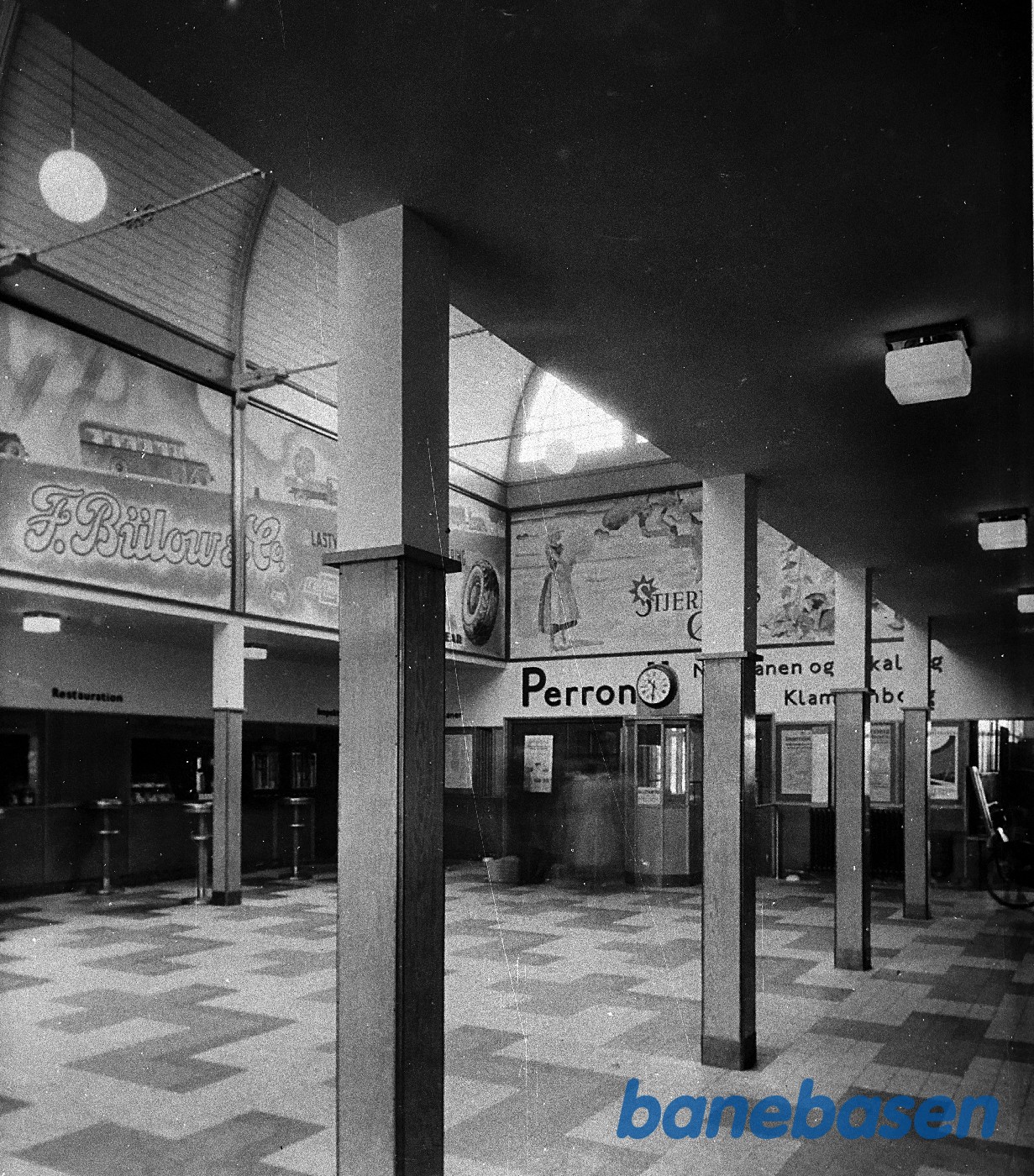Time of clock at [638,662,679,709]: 10:31
